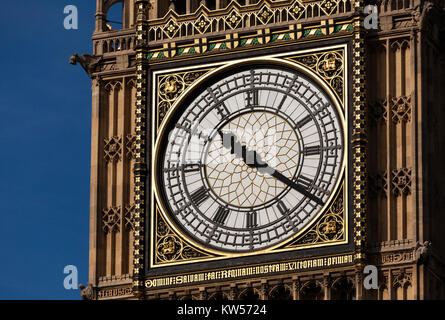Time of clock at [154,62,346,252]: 10:20
